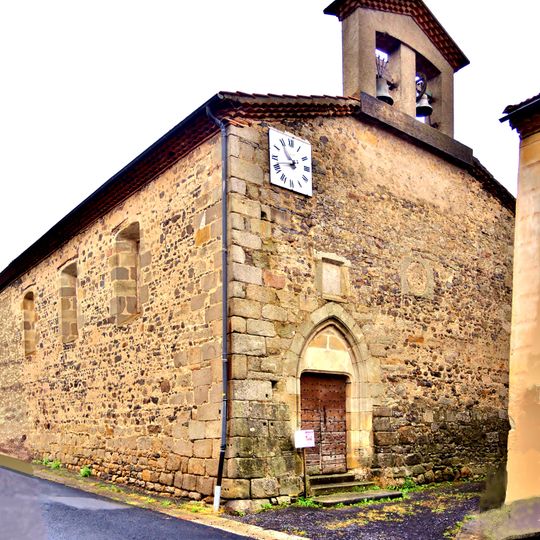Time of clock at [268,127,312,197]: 10:42
